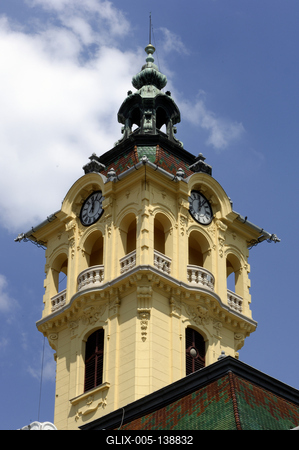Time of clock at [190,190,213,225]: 12:06
